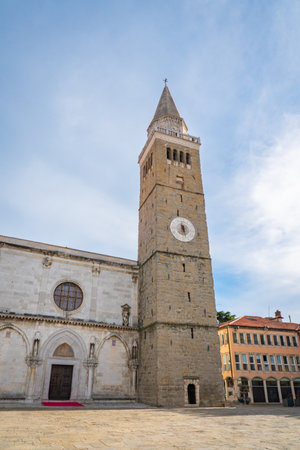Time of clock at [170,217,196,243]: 6:27
